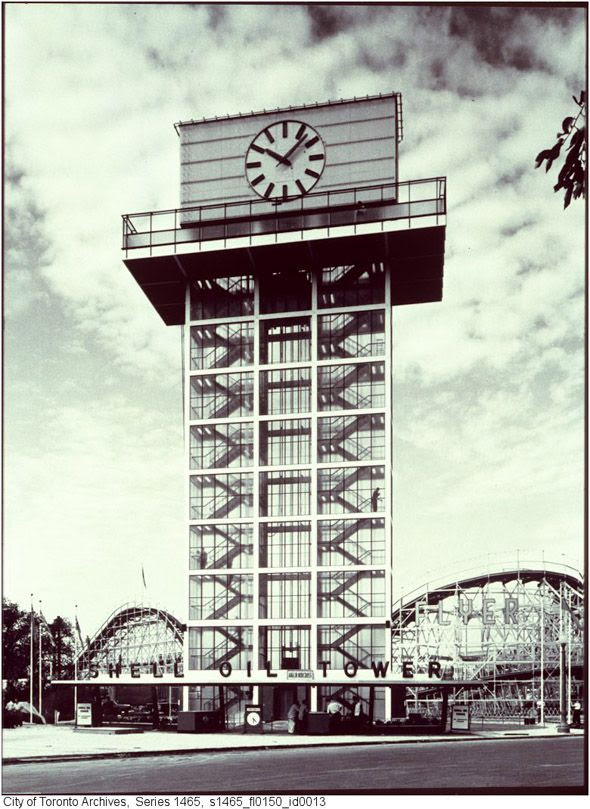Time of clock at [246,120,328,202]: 10:07
